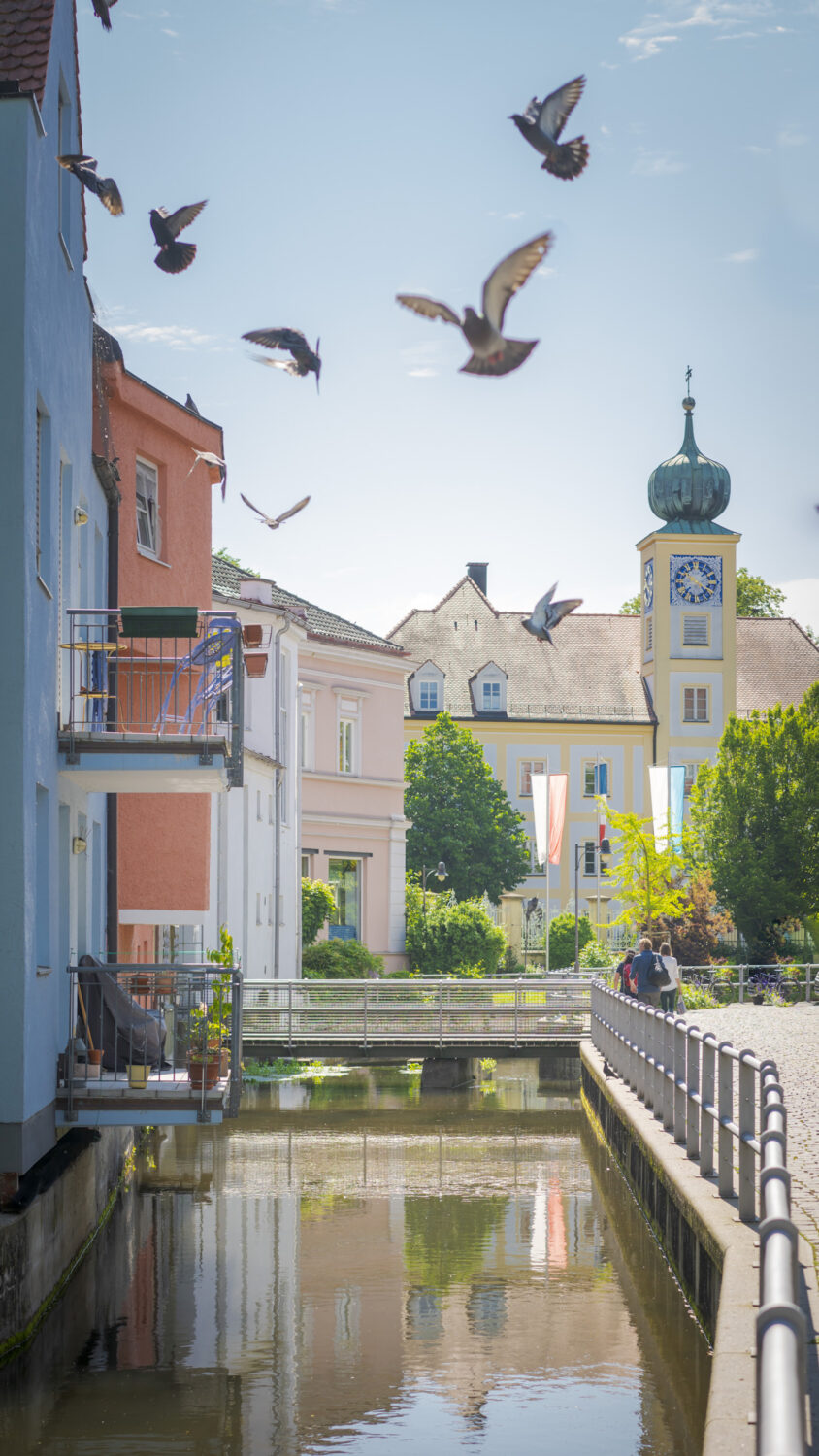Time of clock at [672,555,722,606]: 10:22
